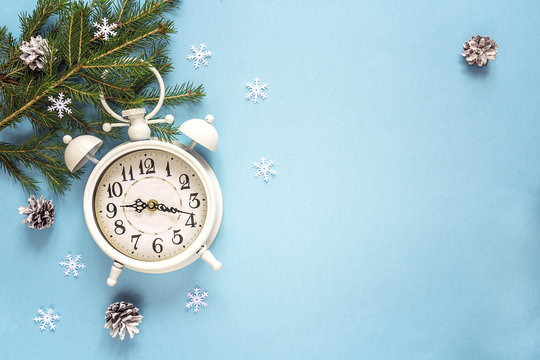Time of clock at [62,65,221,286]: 9:18
